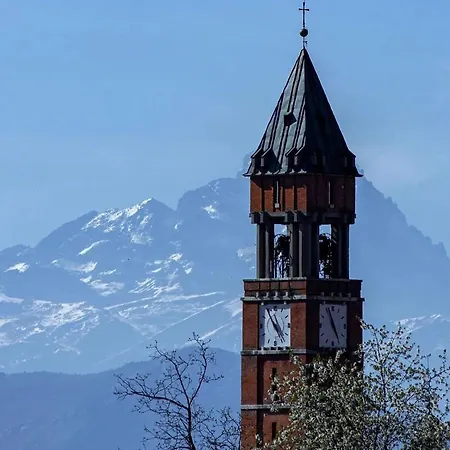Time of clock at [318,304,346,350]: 4:56
